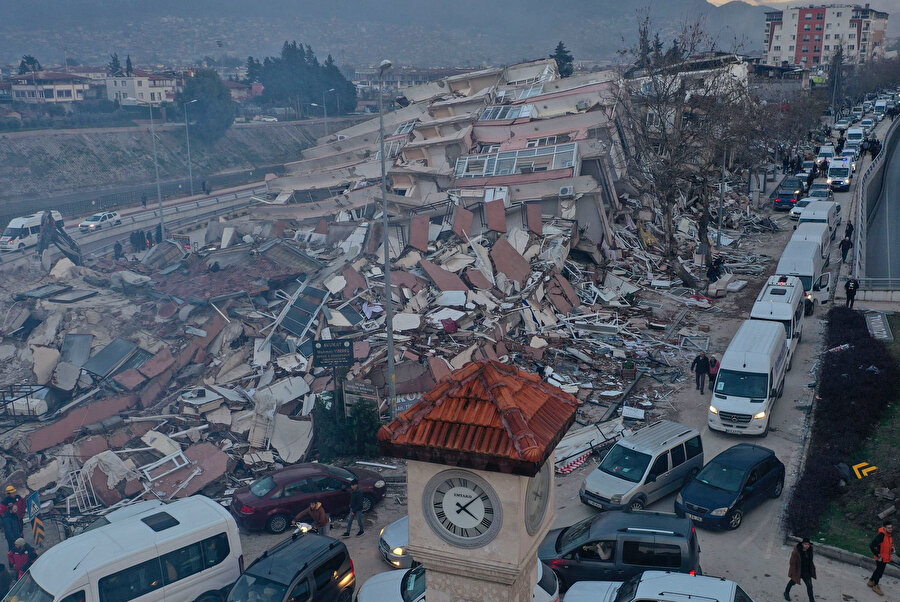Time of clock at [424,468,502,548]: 4:08
